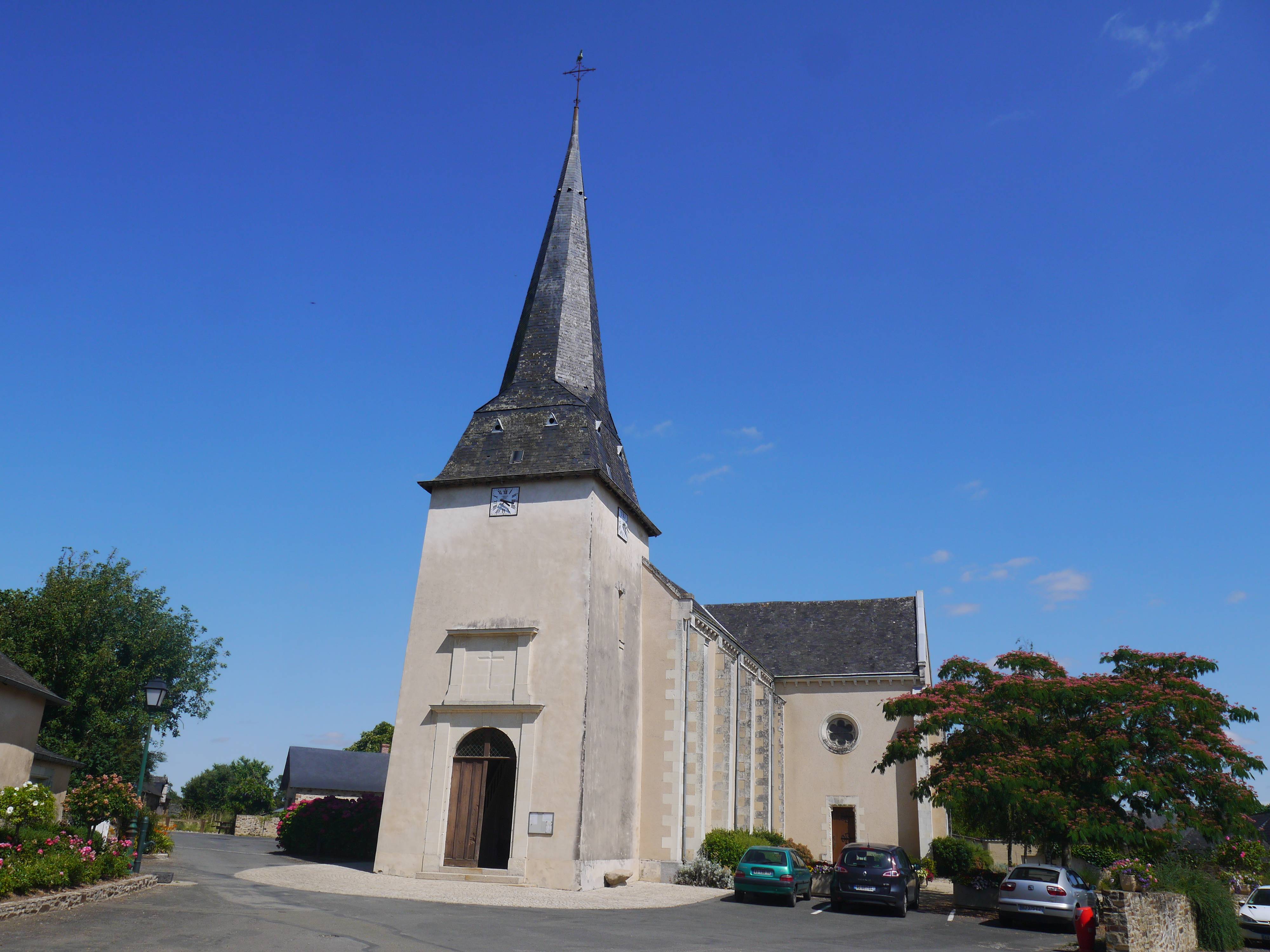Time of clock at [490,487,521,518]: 4:17
